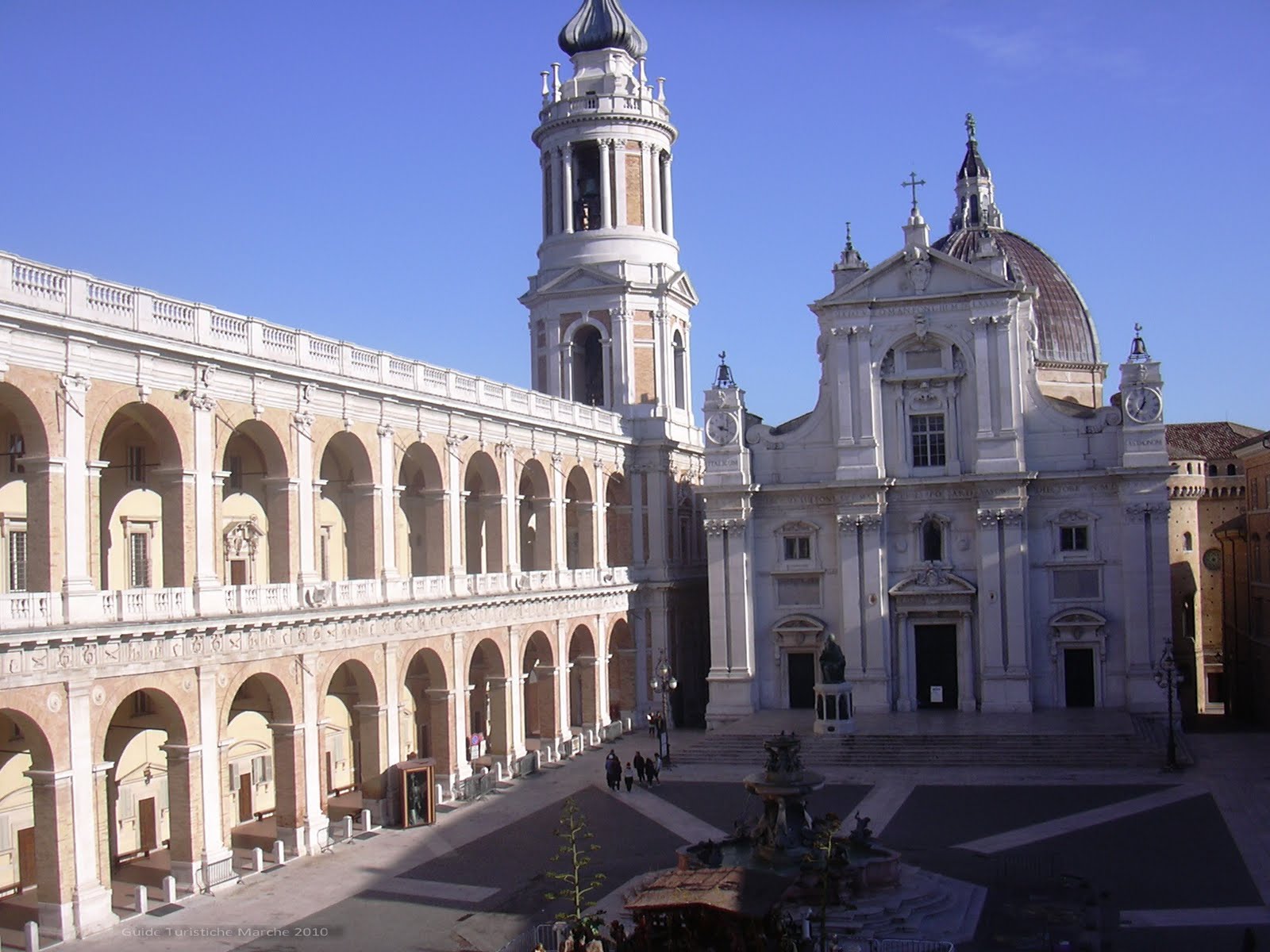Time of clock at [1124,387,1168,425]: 12:36
